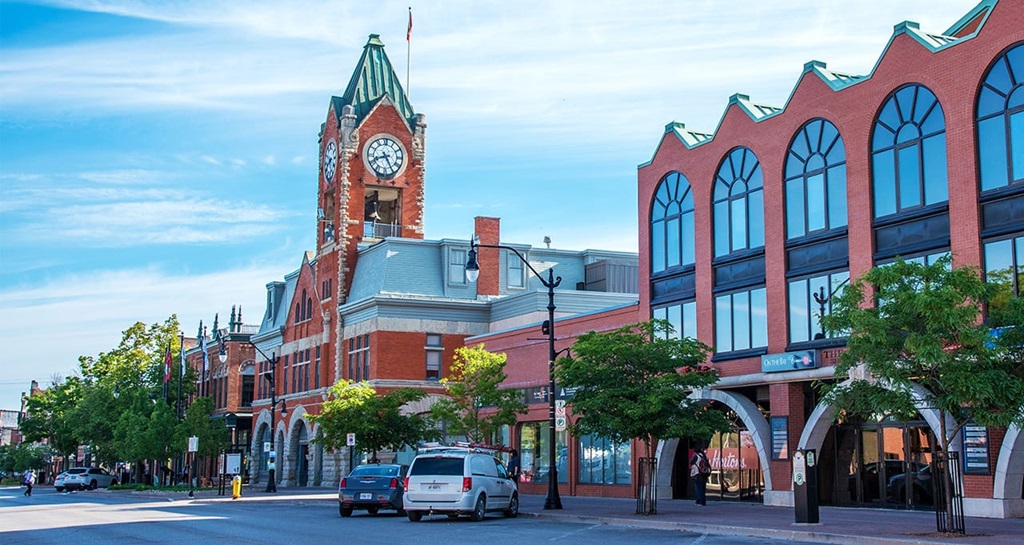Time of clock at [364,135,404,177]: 8:25
